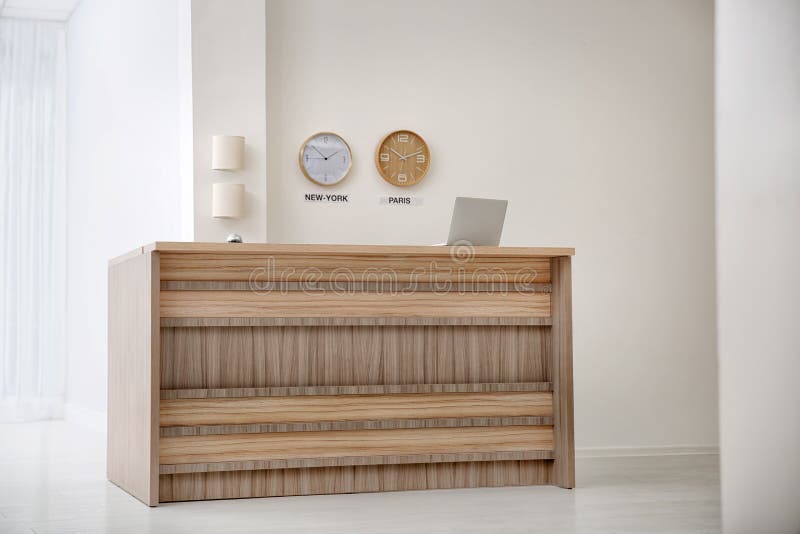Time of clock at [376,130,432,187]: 10:12
